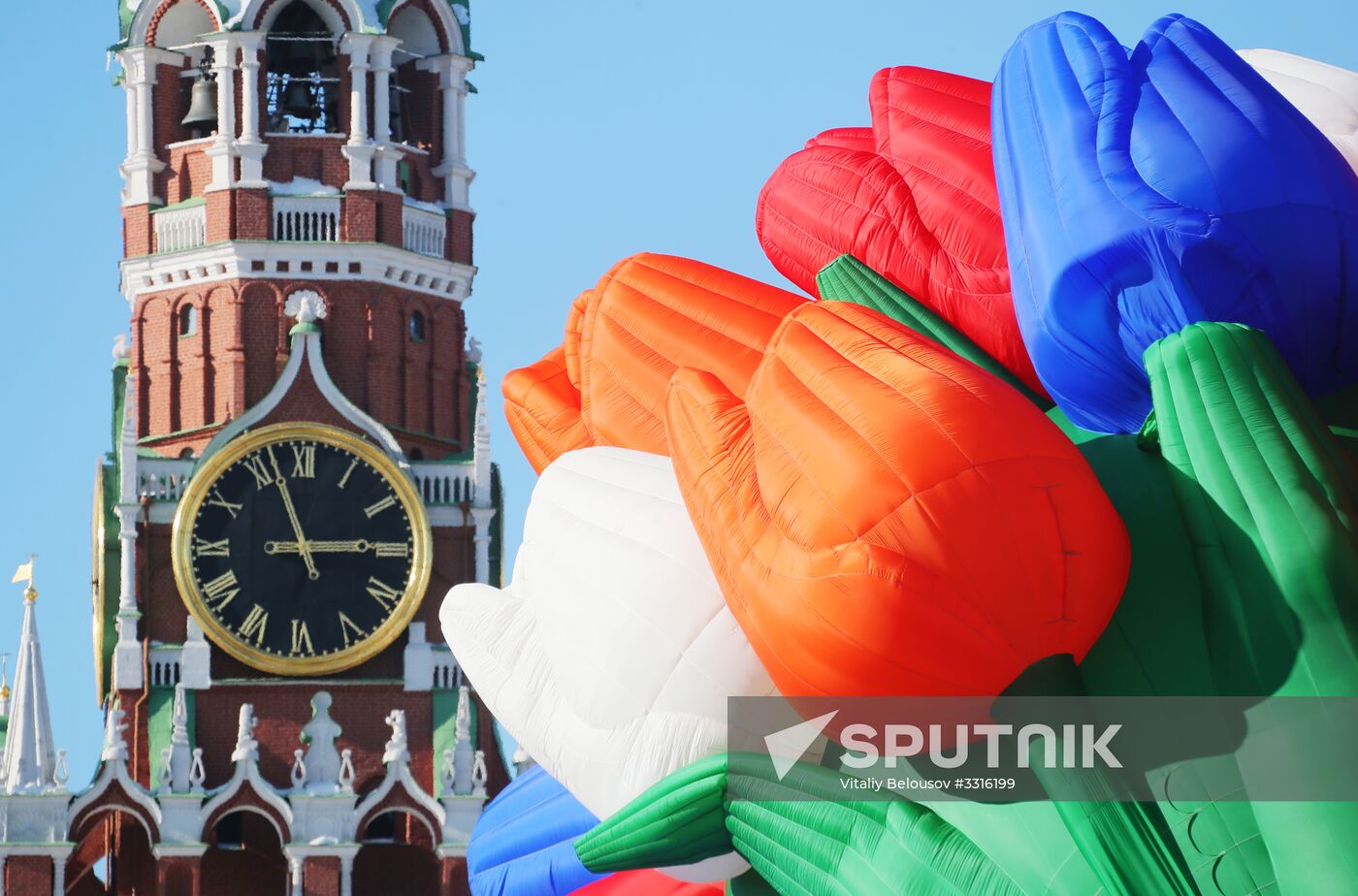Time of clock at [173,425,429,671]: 2:56
